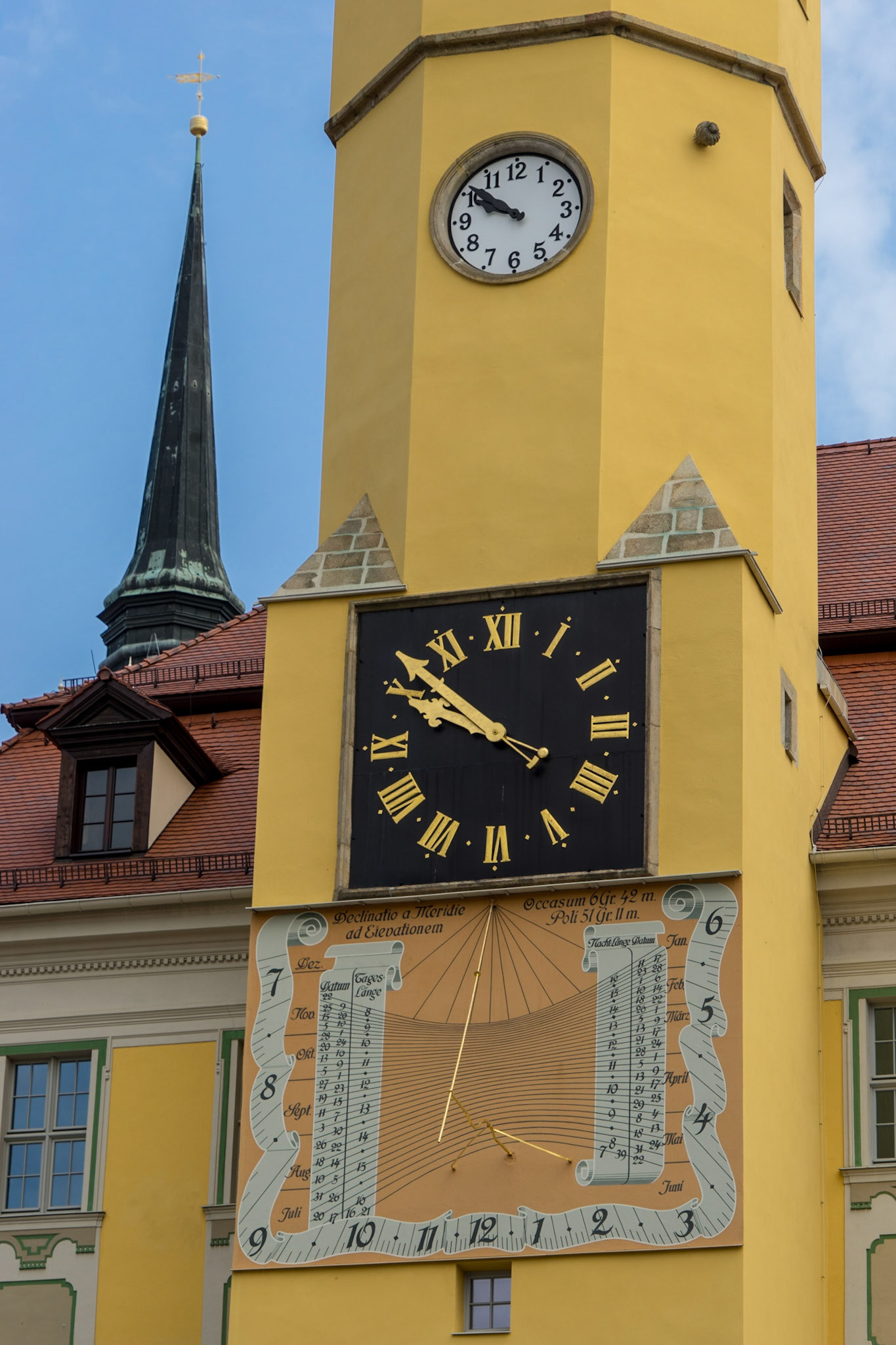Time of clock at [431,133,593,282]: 9:51
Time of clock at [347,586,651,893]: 9:51
